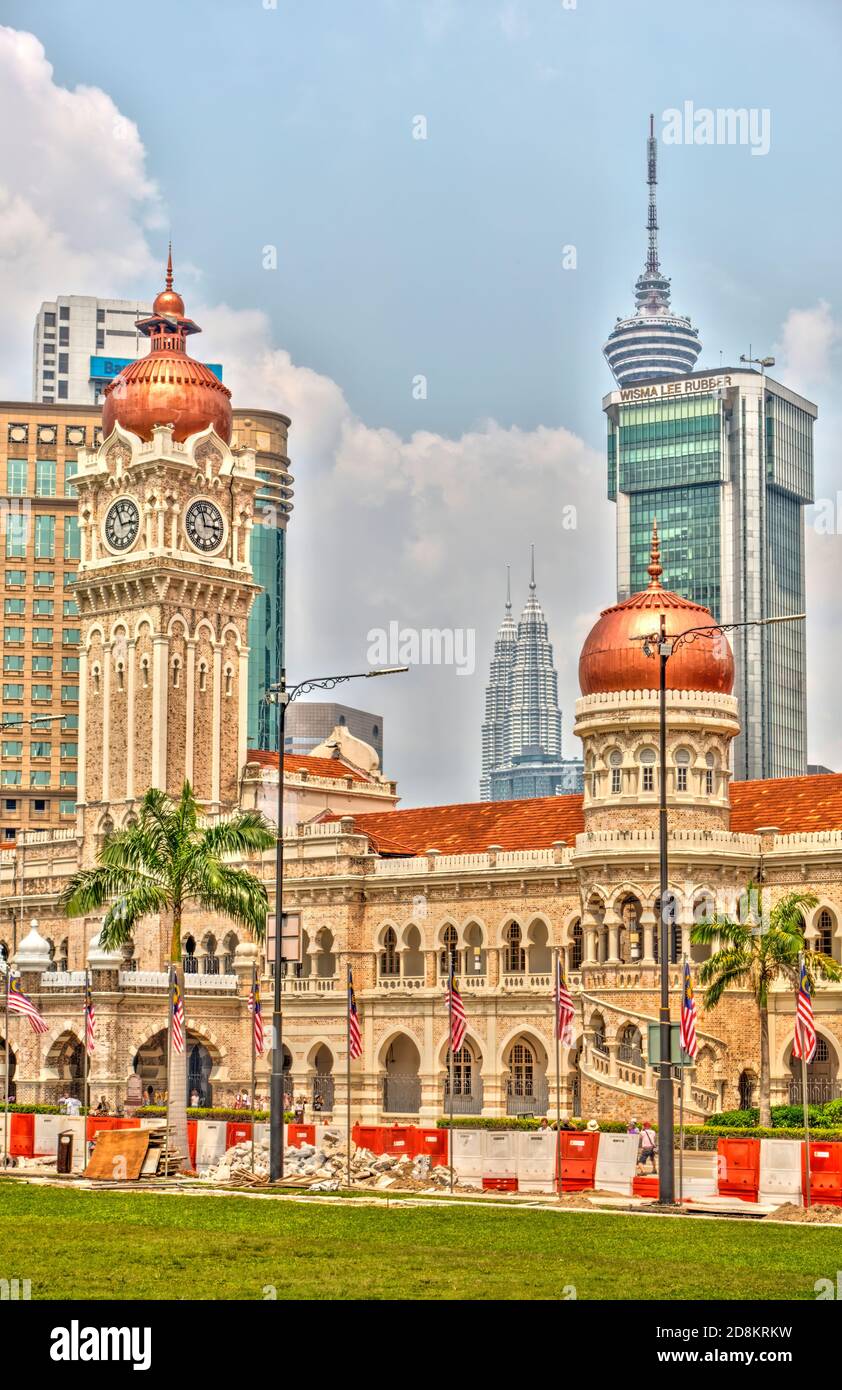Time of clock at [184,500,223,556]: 2:57
